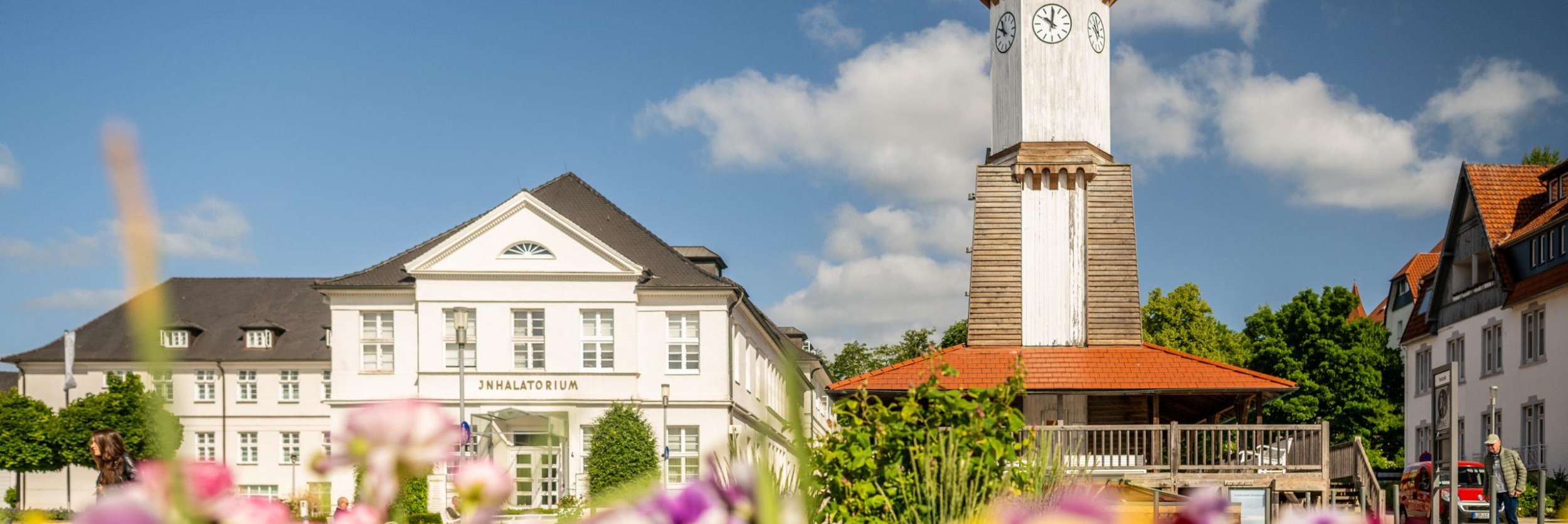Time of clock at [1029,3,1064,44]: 10:00
